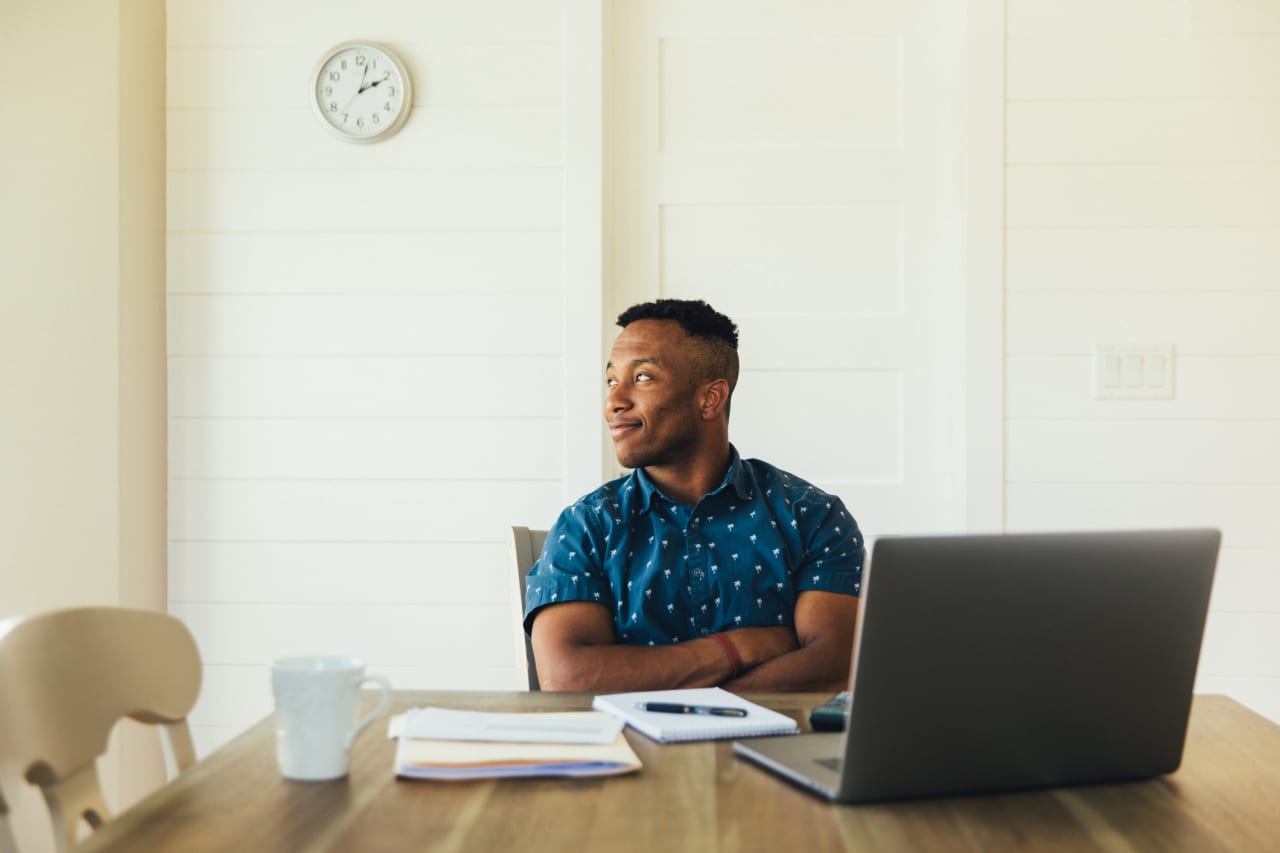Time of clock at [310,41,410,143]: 2:02
